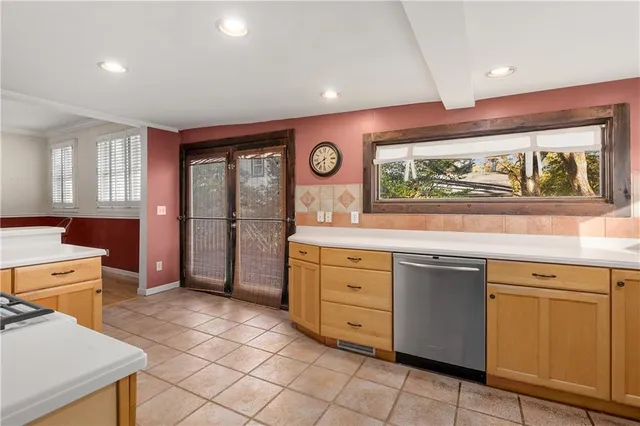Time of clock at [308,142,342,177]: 5:40
